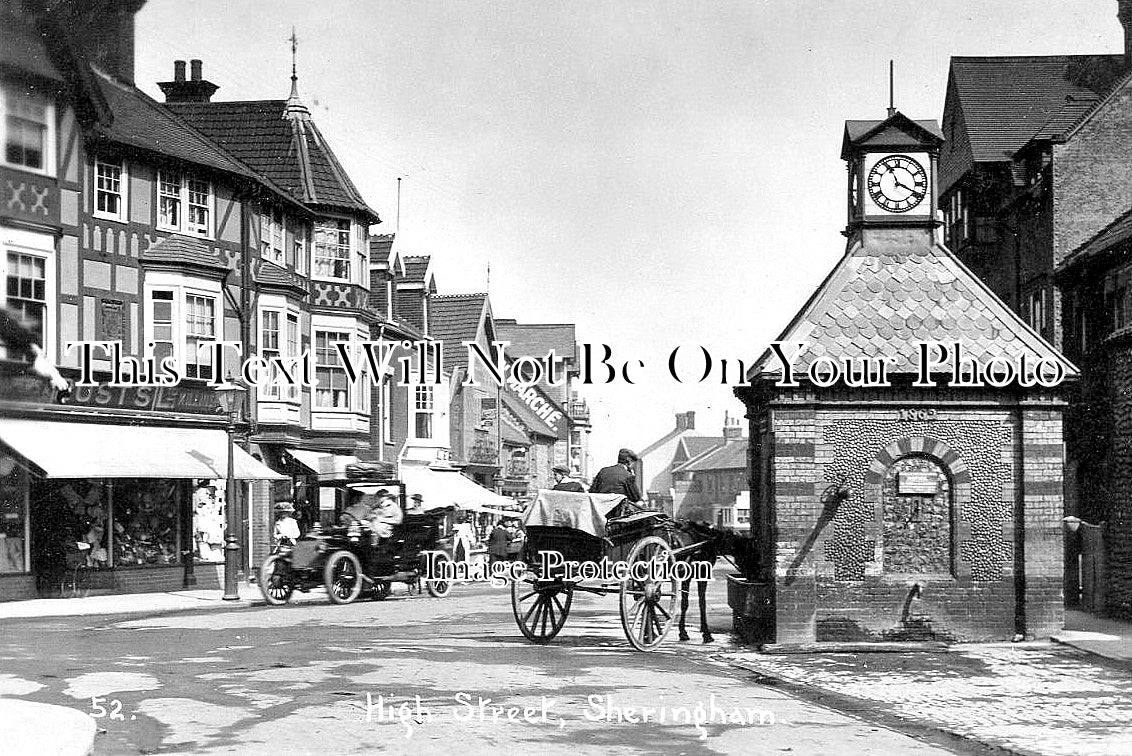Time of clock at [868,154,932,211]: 11:19
